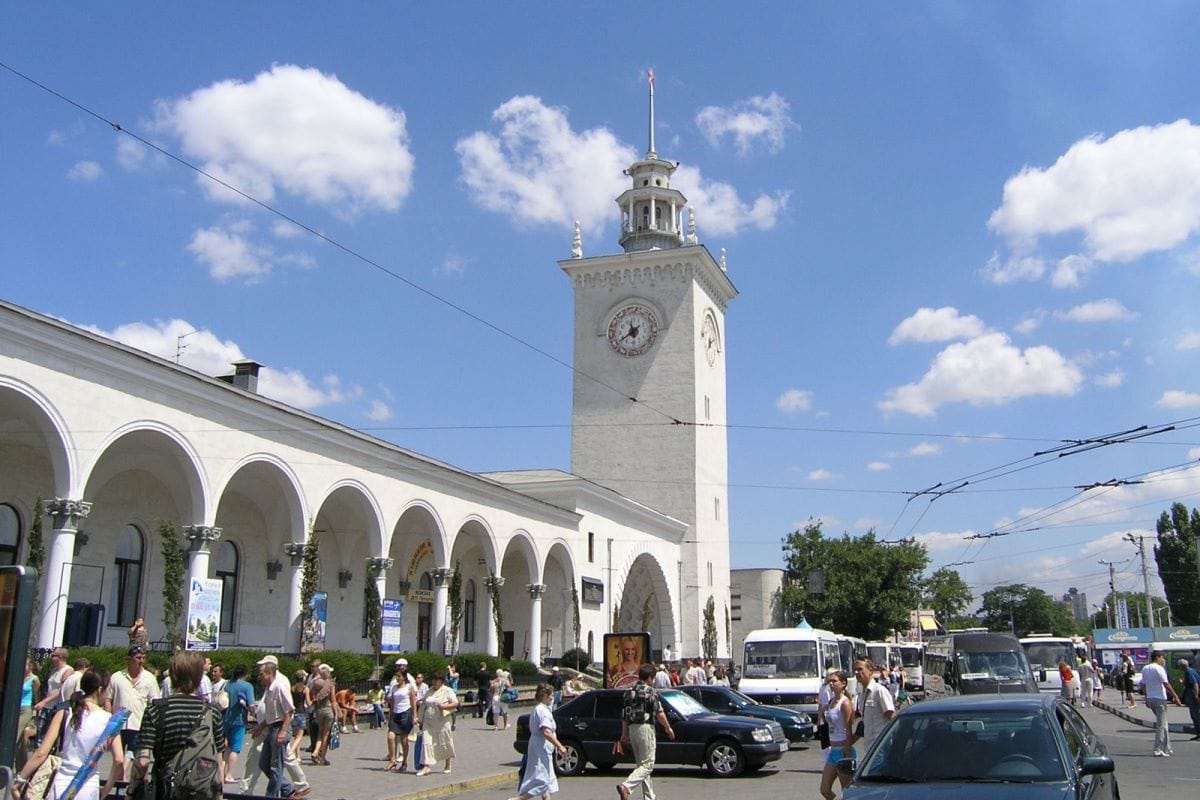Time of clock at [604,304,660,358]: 11:38
